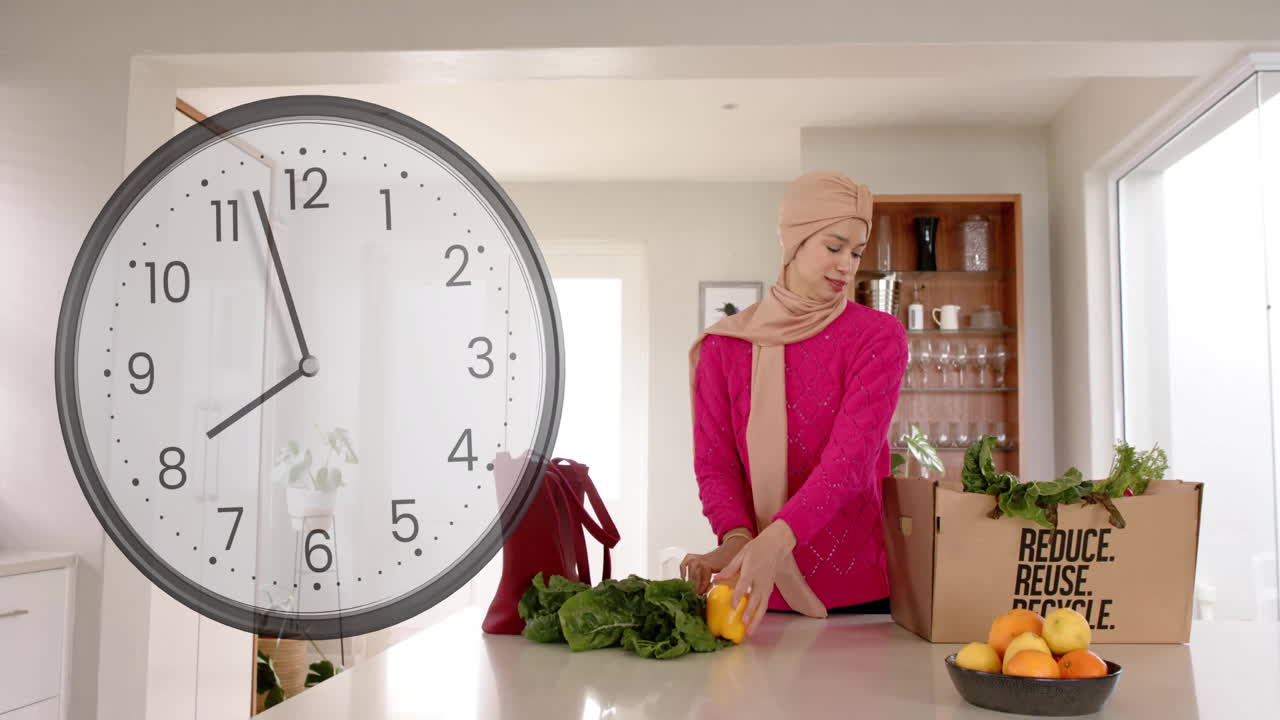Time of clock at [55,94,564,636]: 7:57
